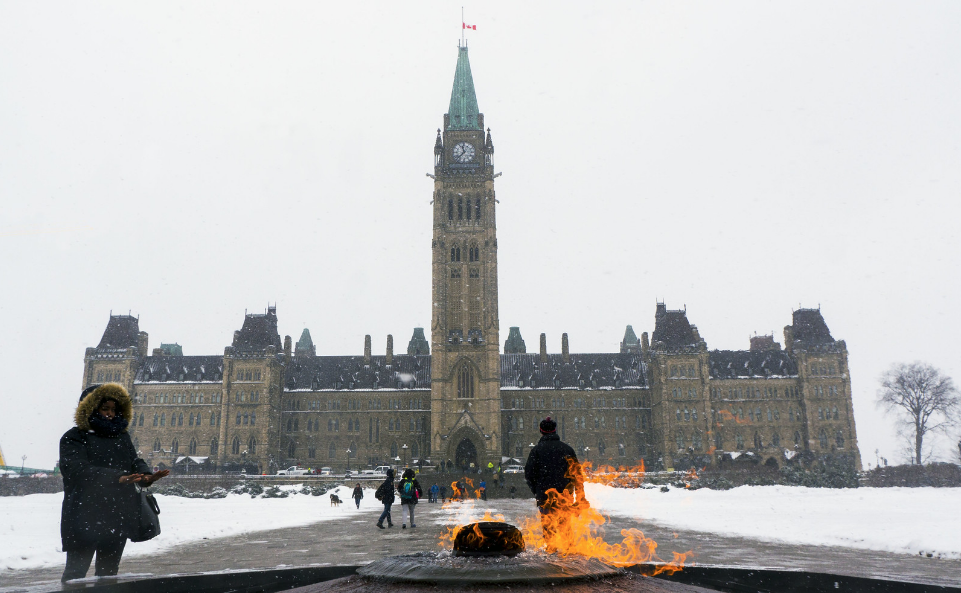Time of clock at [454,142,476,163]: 11:37
